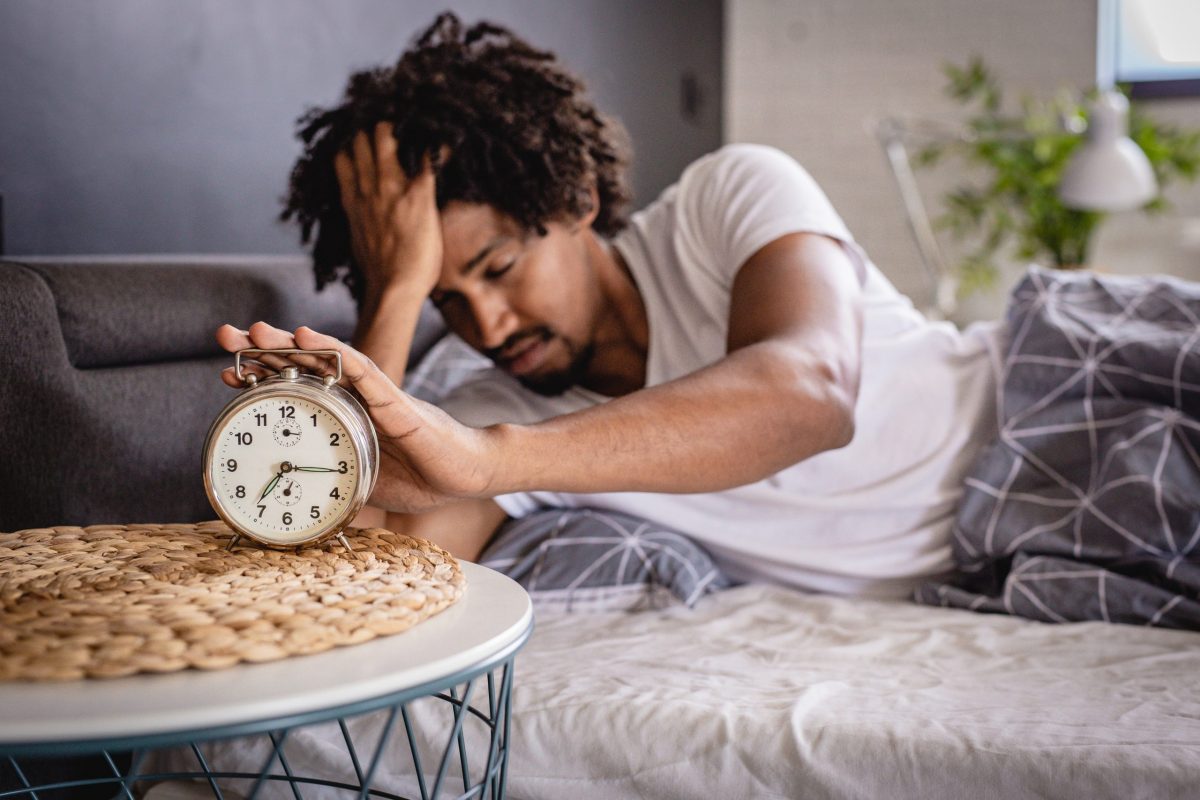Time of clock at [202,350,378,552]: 7:15
